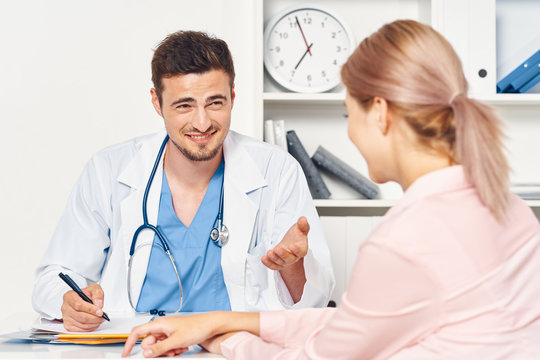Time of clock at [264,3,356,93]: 6:56
